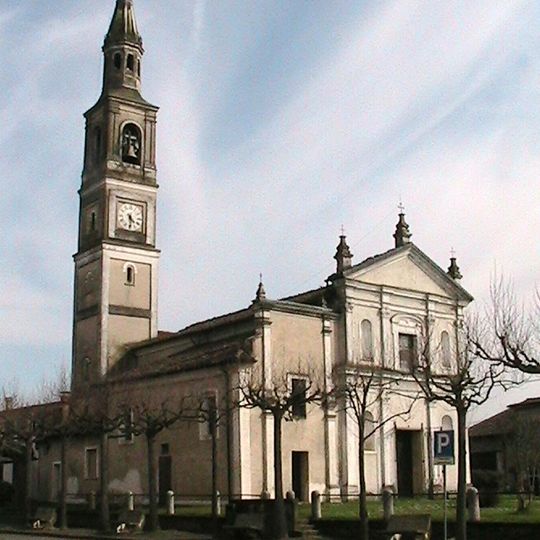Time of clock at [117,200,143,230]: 4:29
